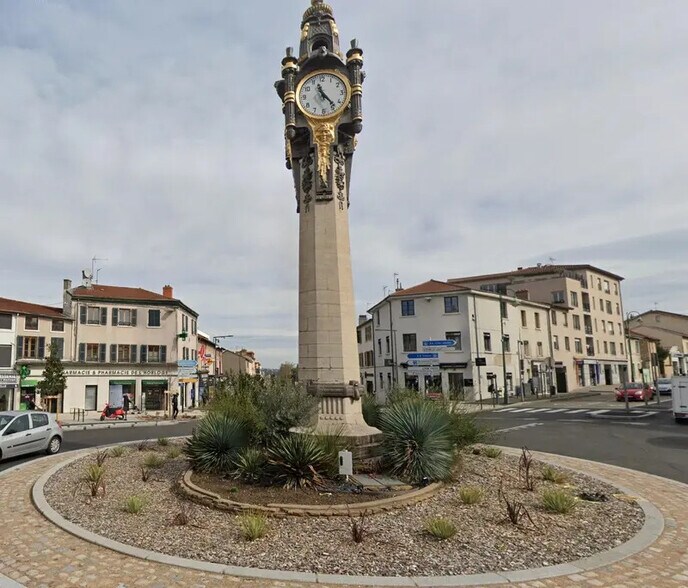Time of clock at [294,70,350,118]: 11:23
